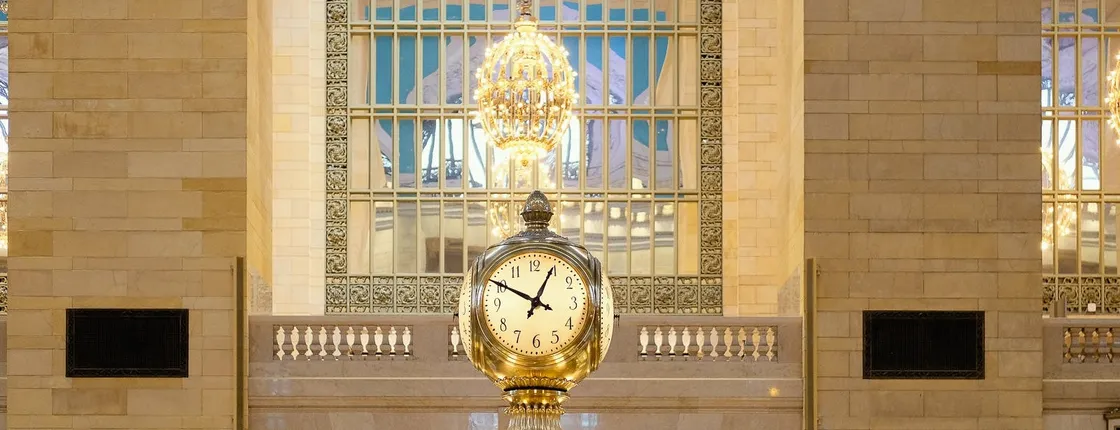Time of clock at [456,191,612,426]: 12:49
